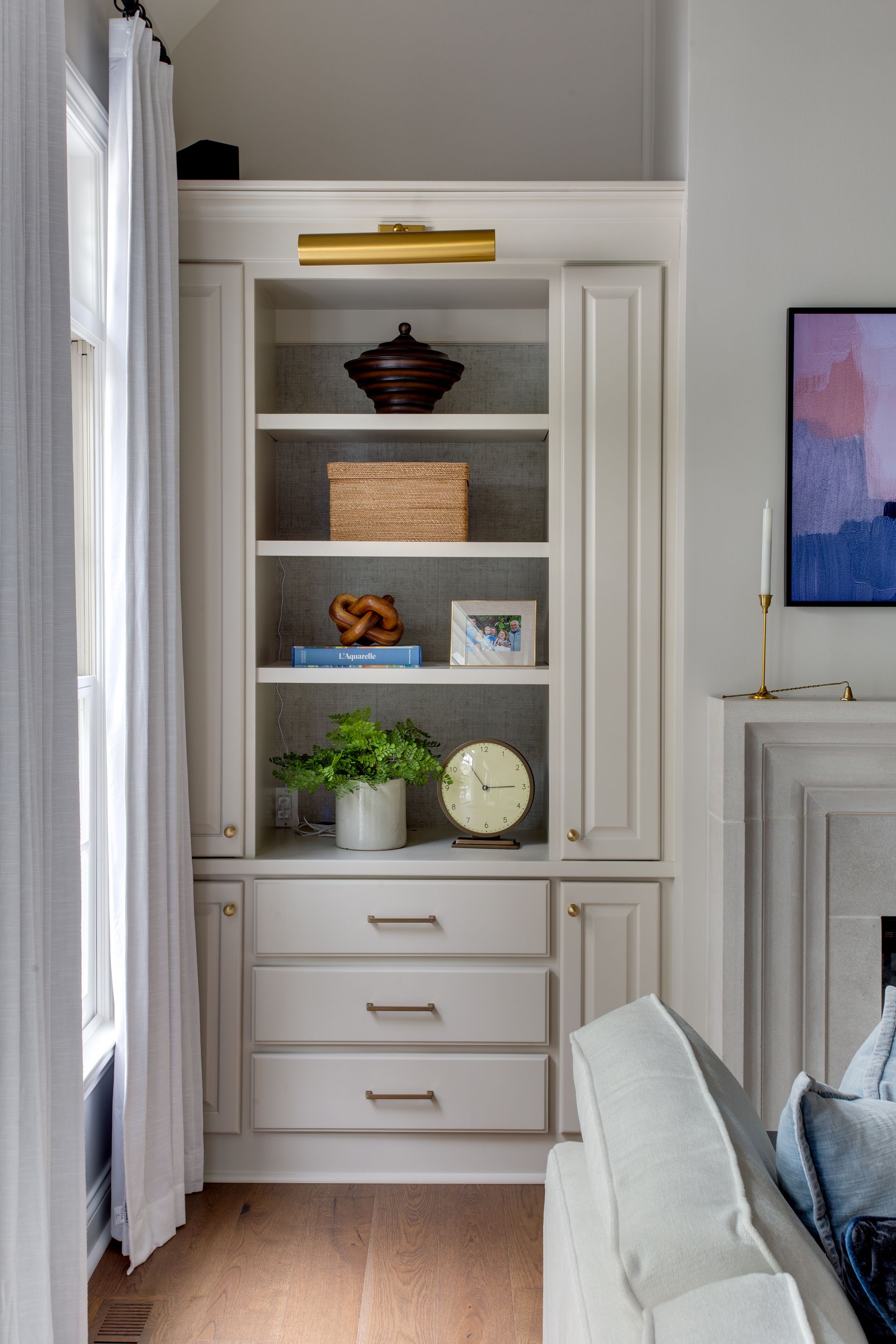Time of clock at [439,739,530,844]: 2:53
